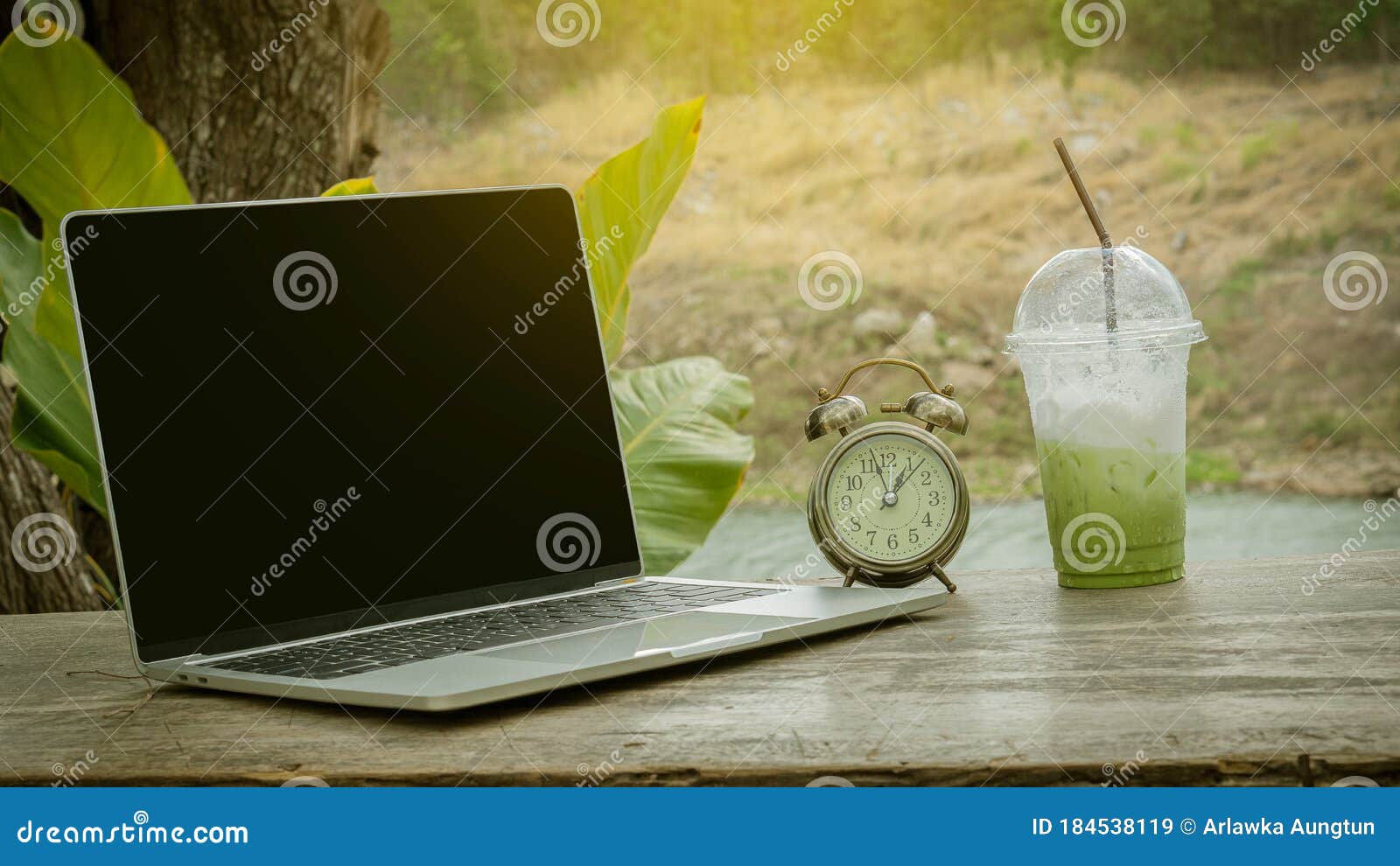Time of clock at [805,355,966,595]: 12:57
